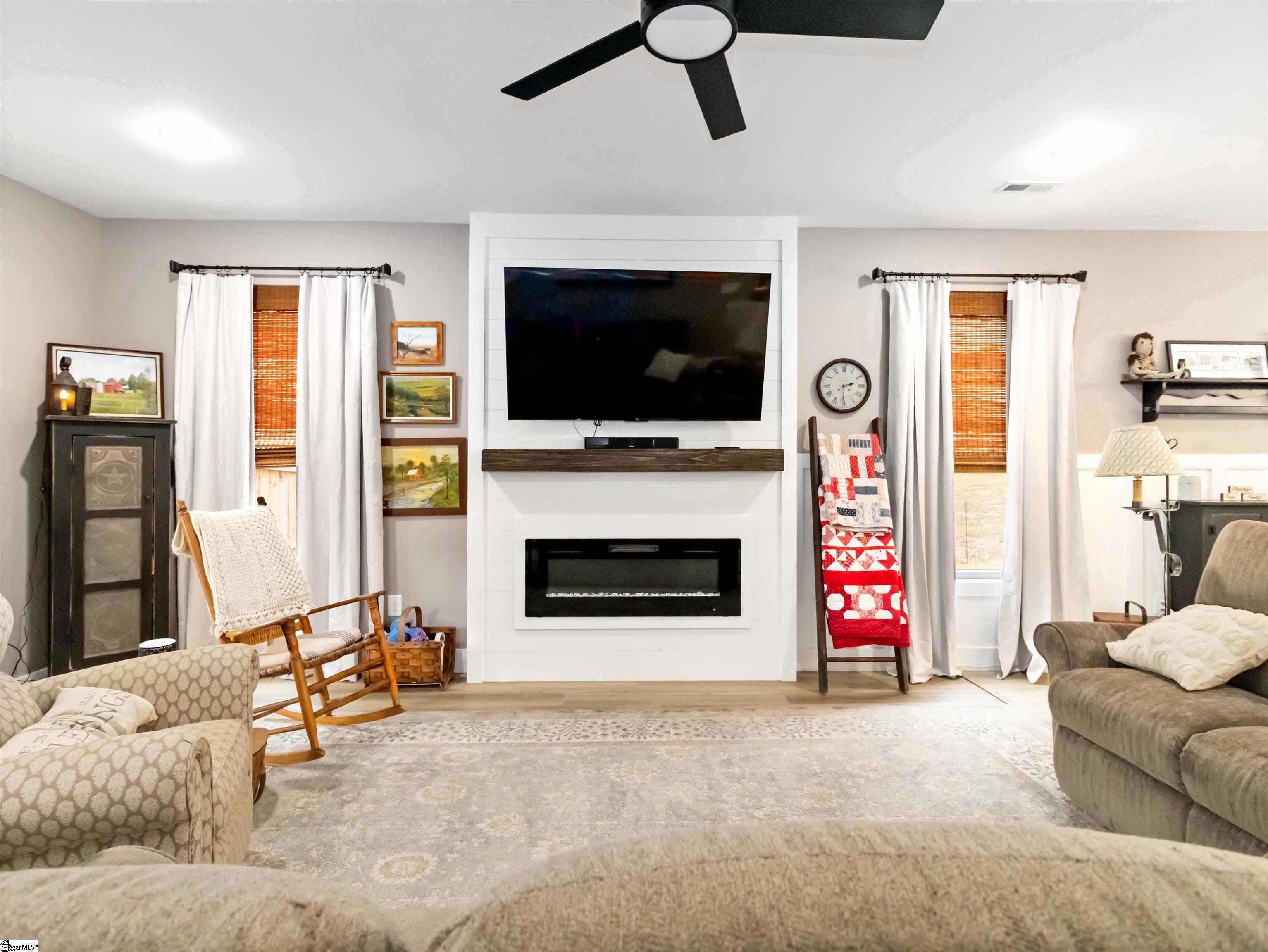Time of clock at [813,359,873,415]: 2:30
